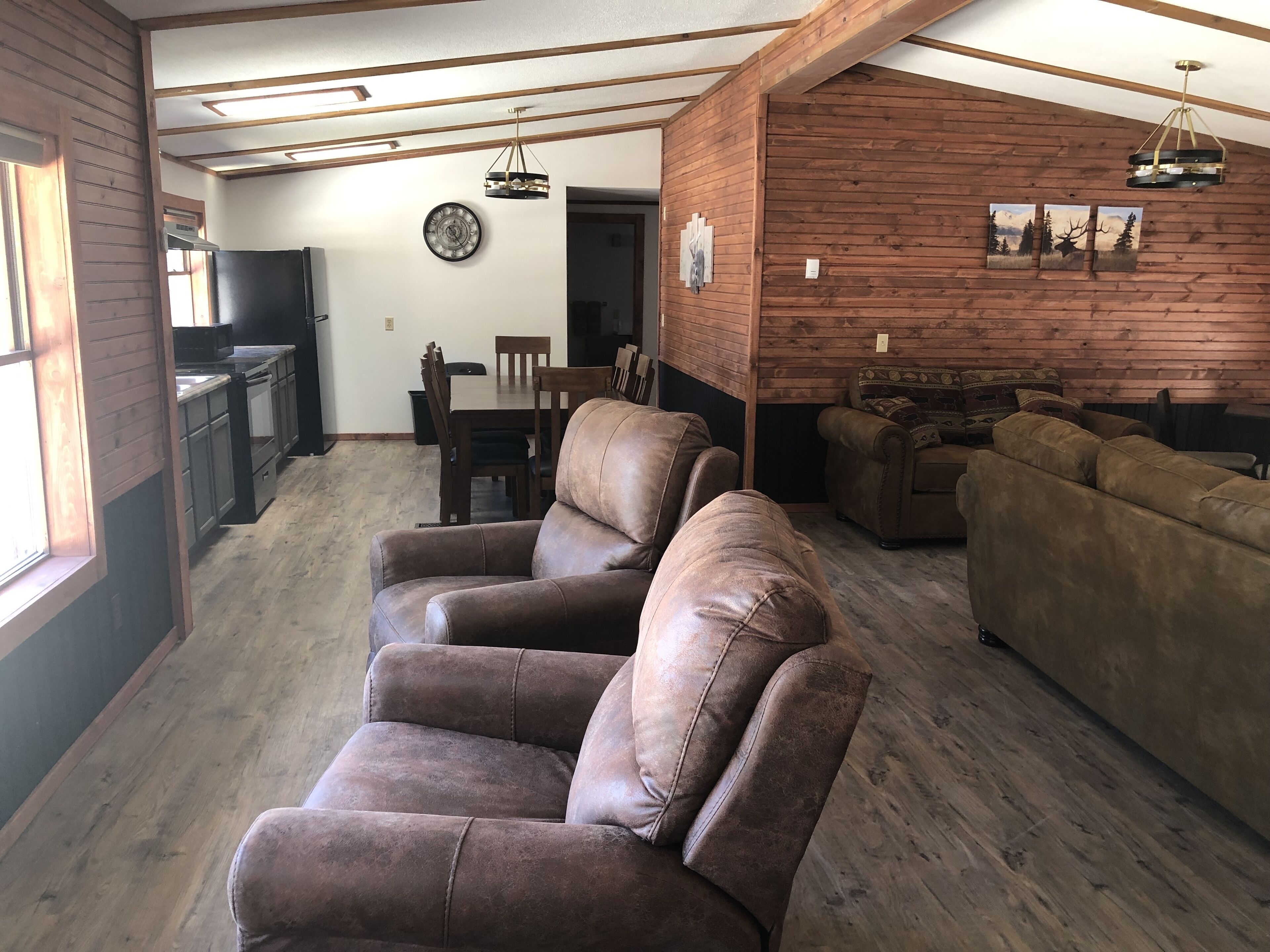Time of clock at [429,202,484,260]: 12:24
